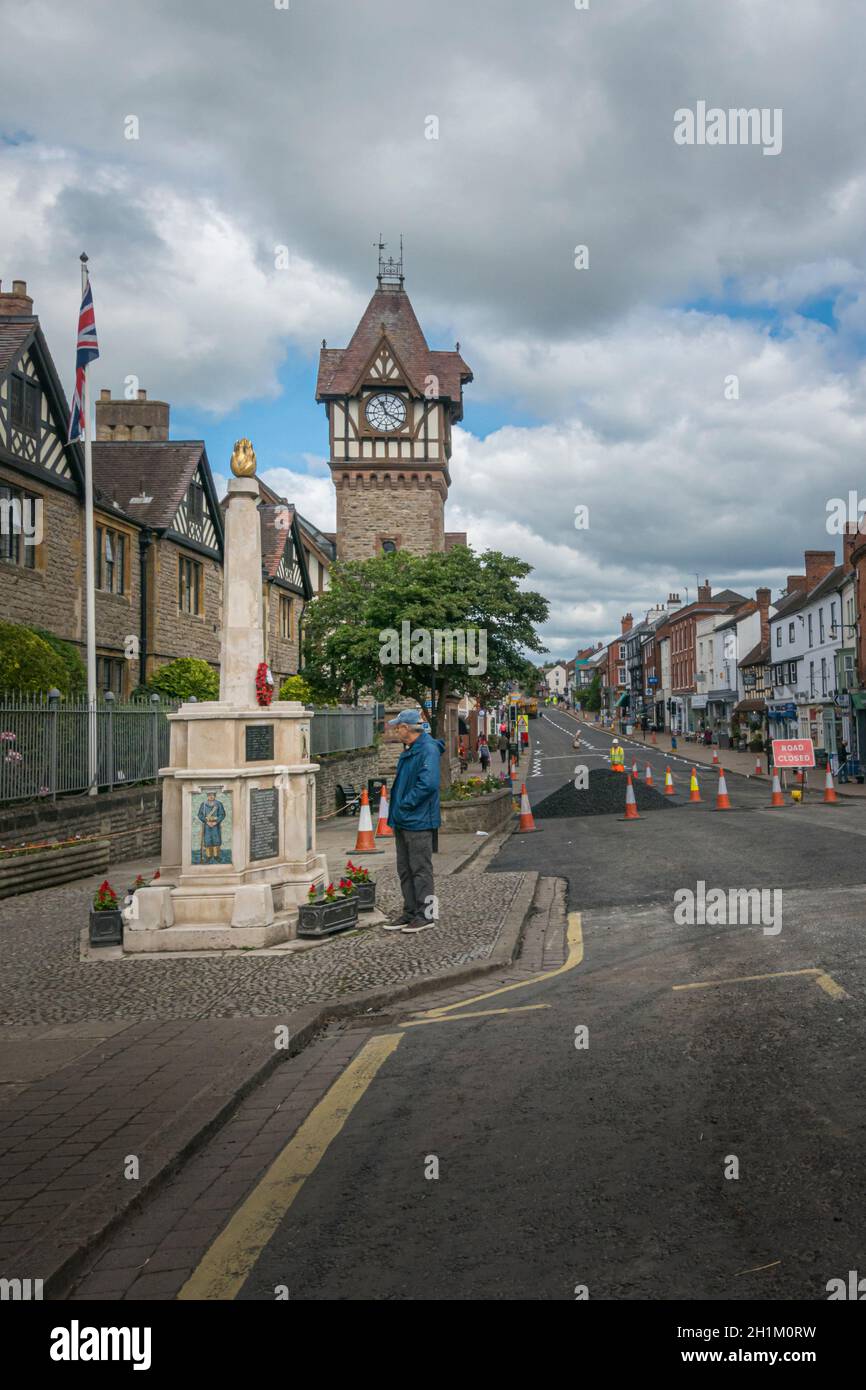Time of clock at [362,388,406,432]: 11:19
